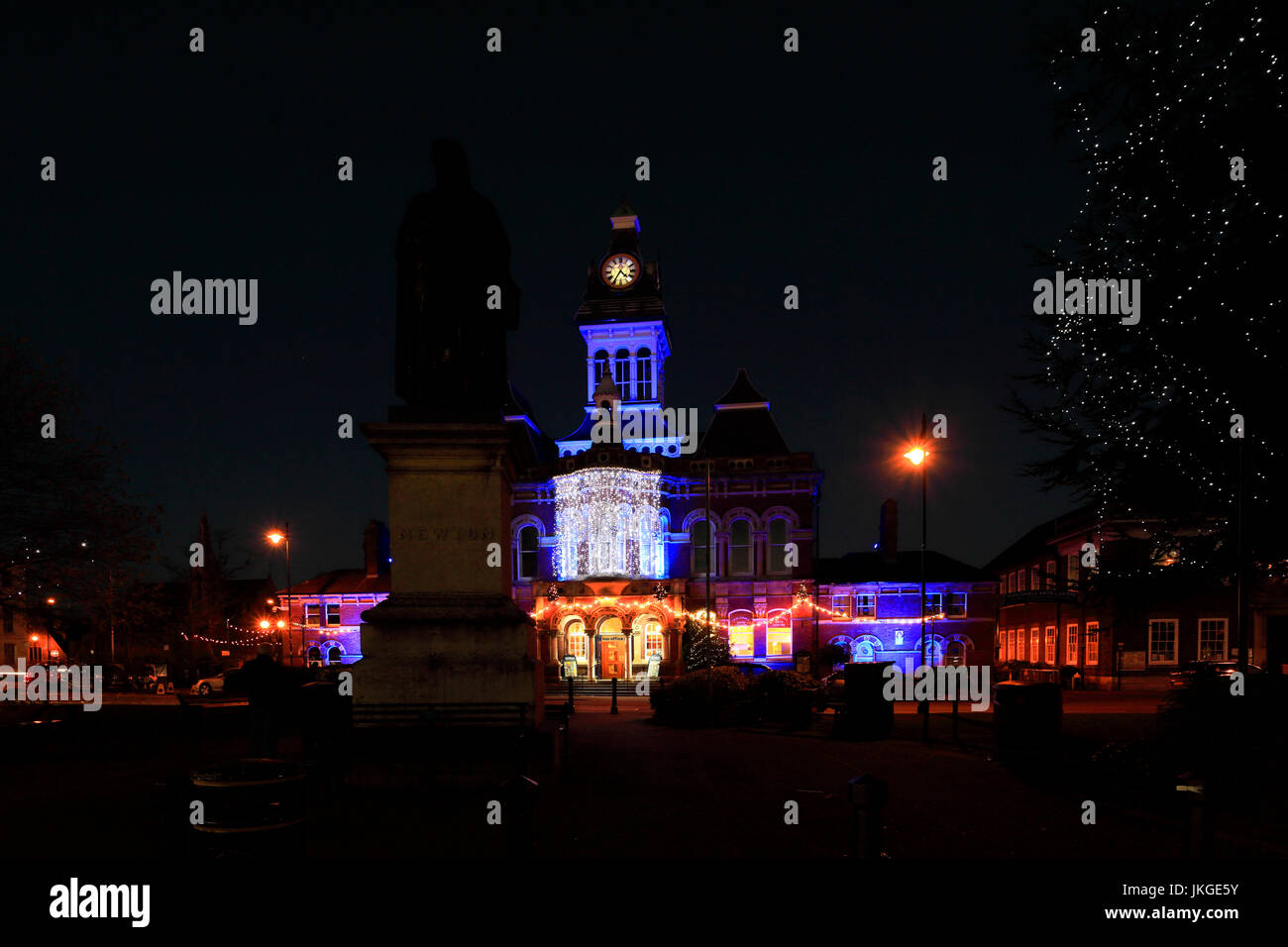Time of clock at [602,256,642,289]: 4:35
